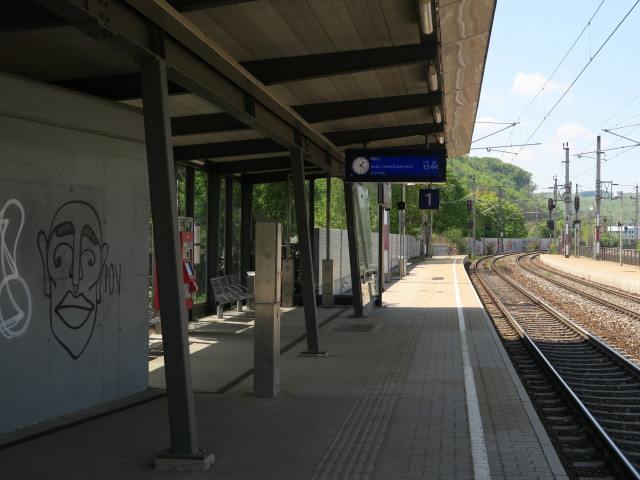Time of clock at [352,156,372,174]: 1:22
